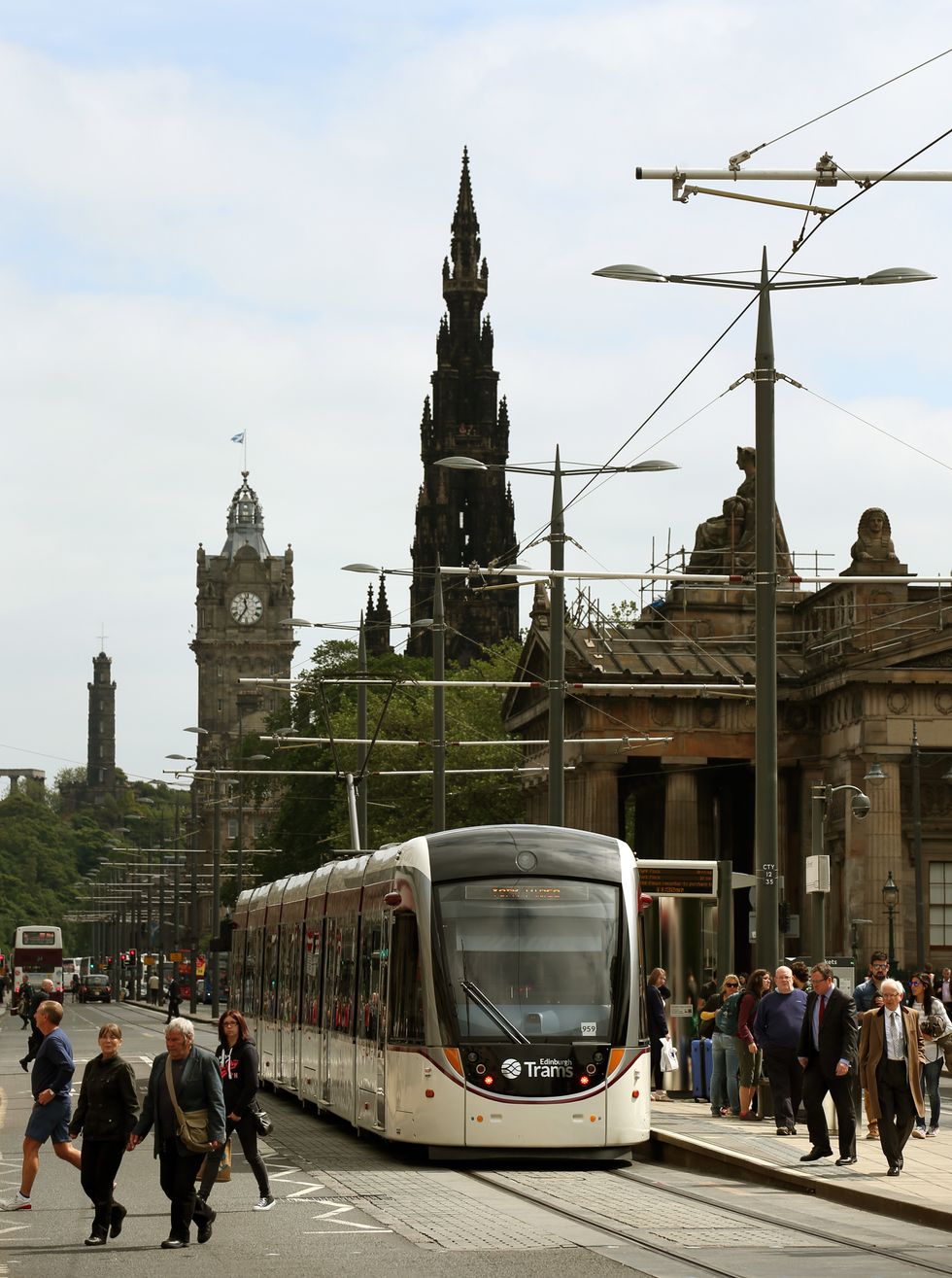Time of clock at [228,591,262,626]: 11:35
